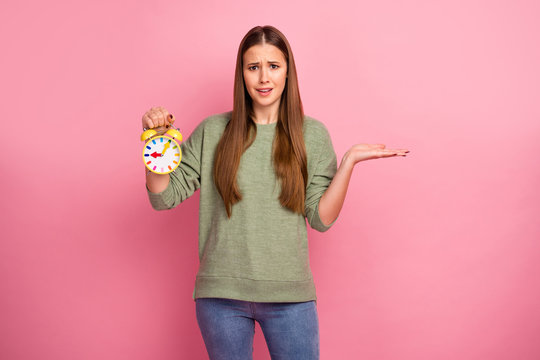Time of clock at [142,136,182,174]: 9:05
